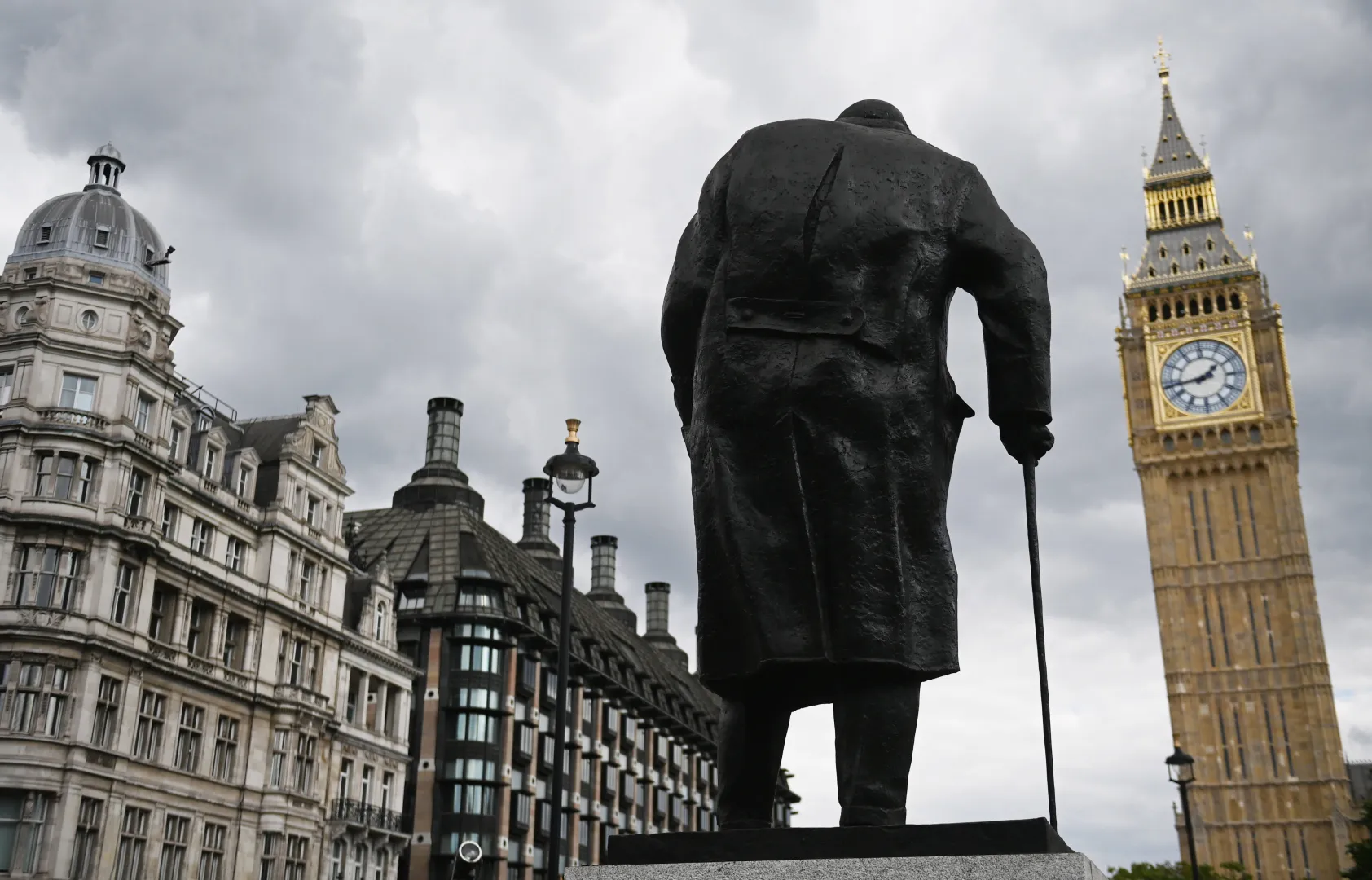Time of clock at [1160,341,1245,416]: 1:43
